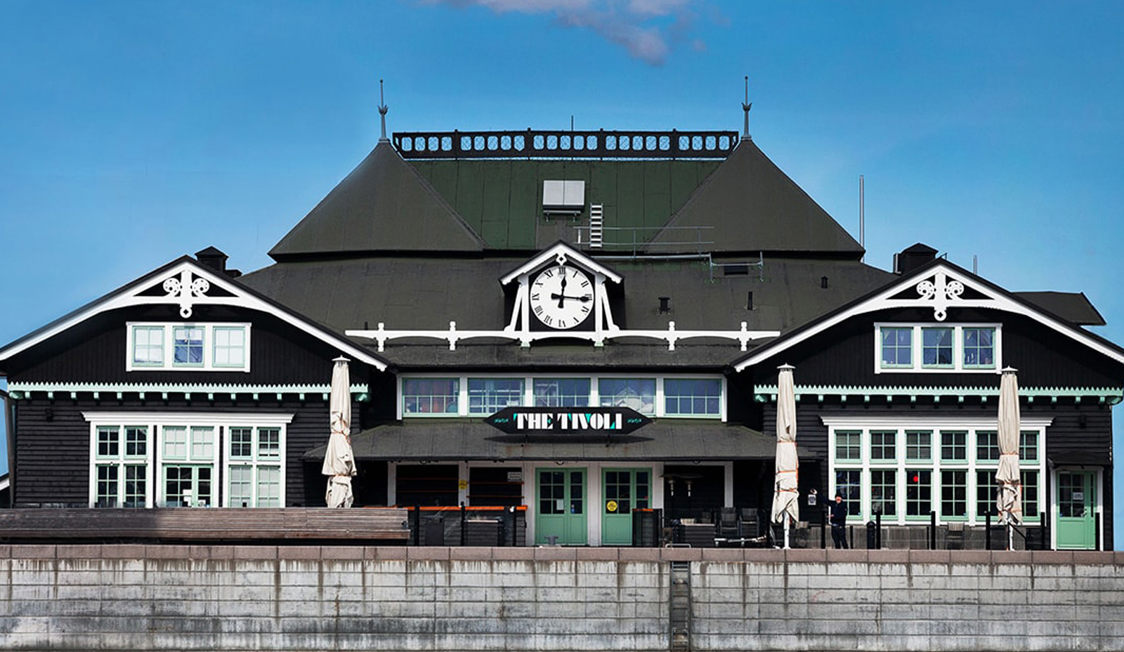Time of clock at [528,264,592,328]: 12:15
